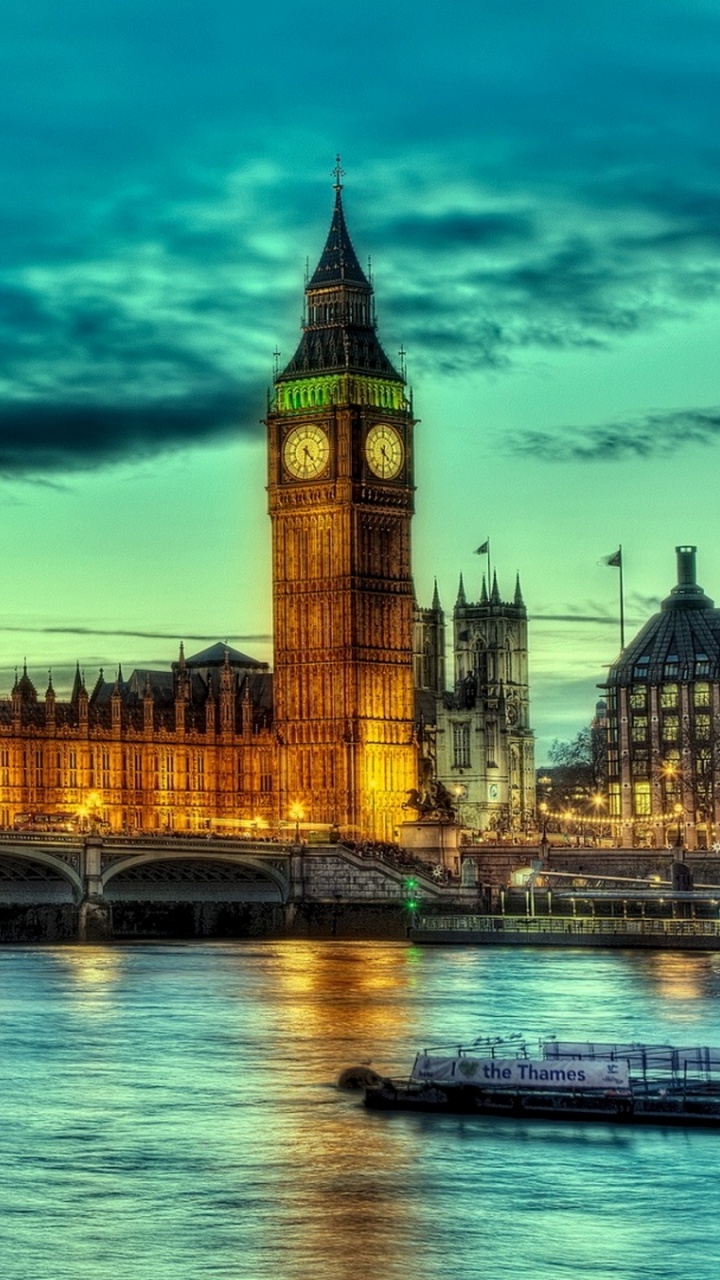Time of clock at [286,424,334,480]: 4:31
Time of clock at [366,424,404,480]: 4:30
